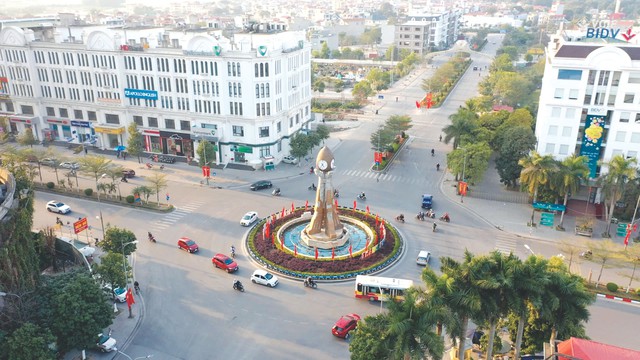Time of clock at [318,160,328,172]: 4:35
